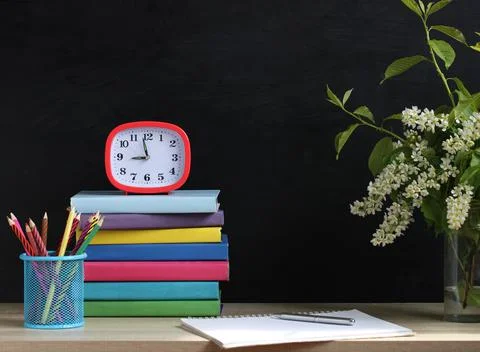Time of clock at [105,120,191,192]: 8:58
